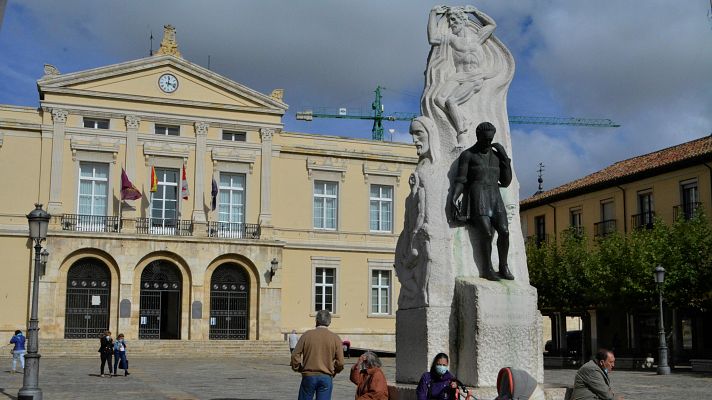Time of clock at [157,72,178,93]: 12:16
